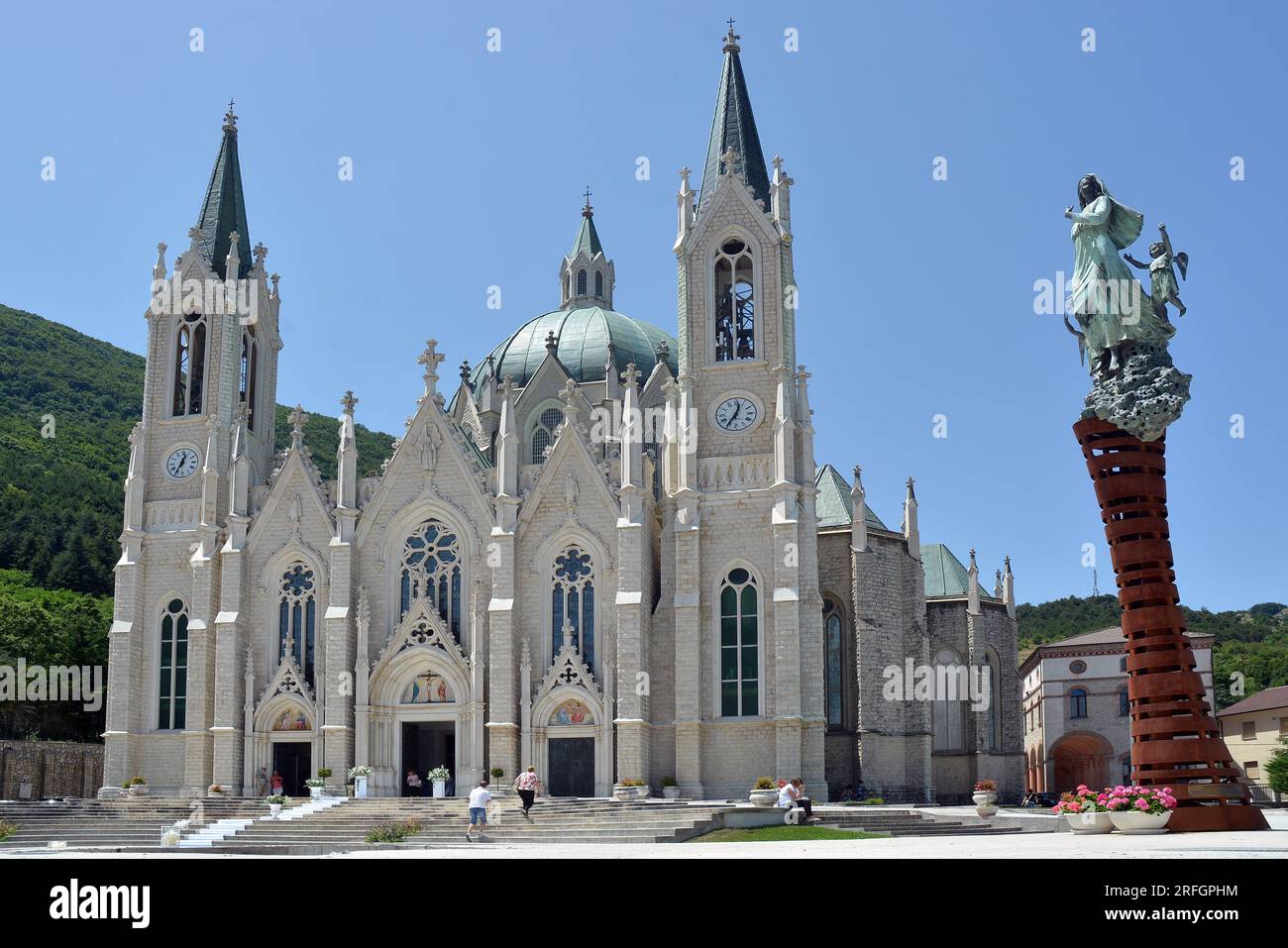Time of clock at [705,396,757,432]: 12:35
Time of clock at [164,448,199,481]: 12:35
